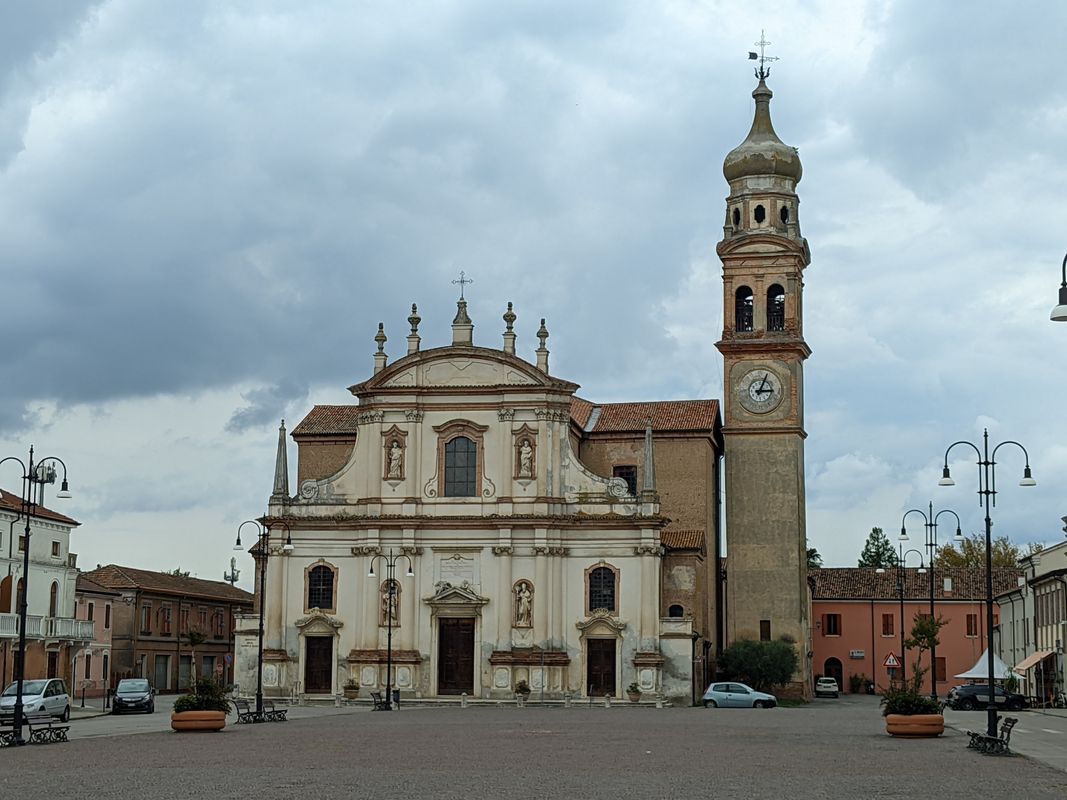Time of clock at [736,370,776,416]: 3:04
